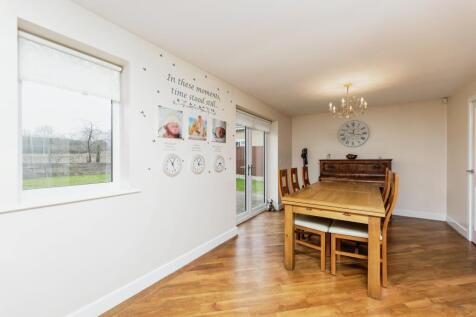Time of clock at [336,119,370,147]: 12:16
